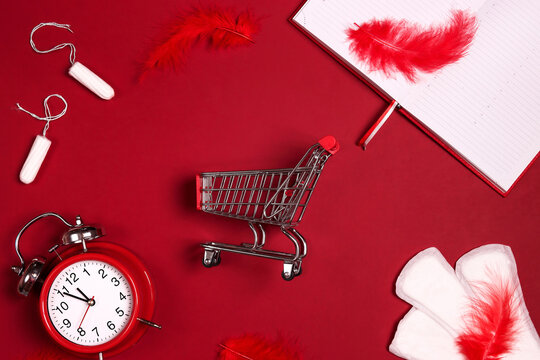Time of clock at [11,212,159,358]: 10:49
